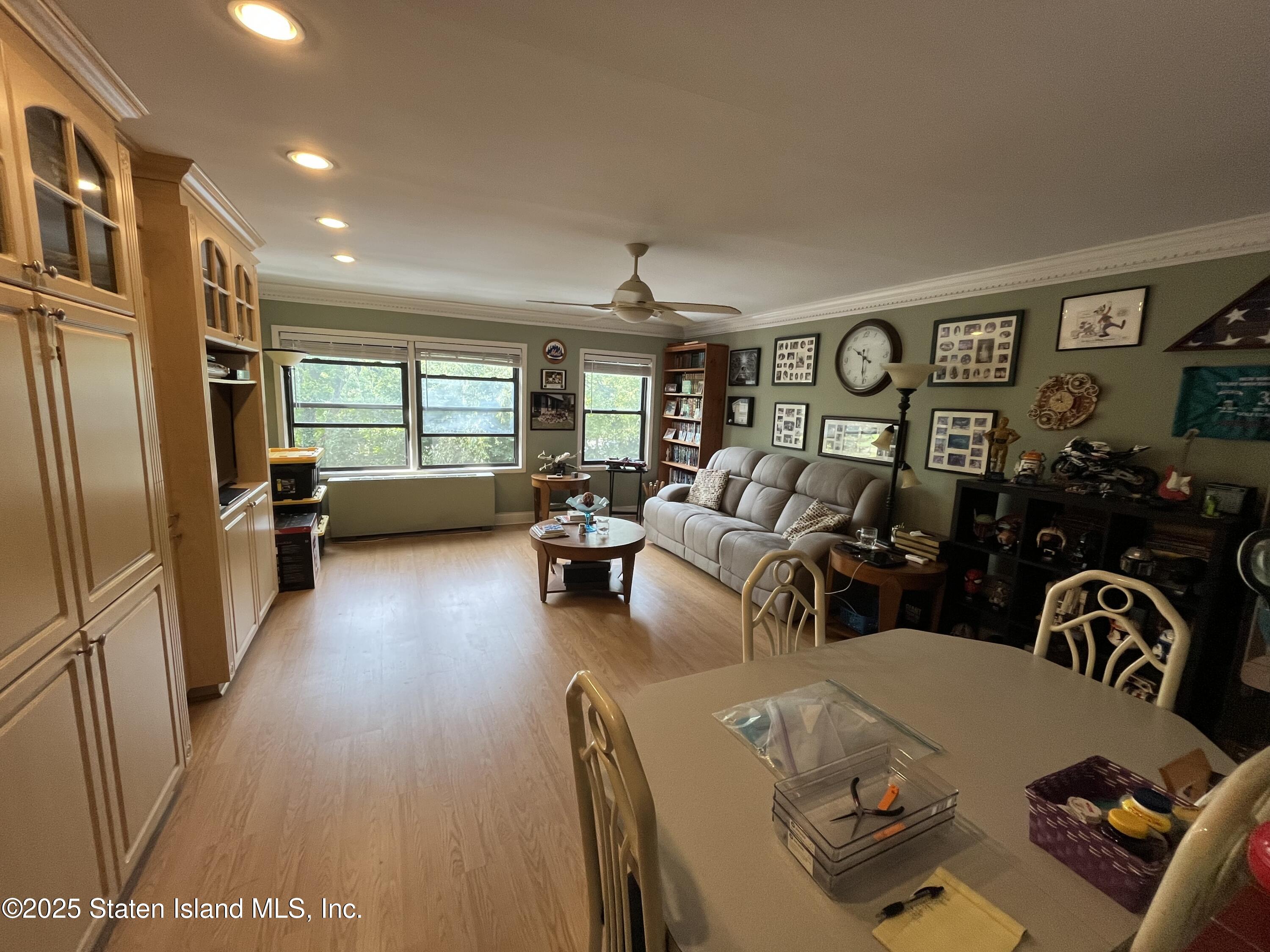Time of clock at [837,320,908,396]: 10:31
